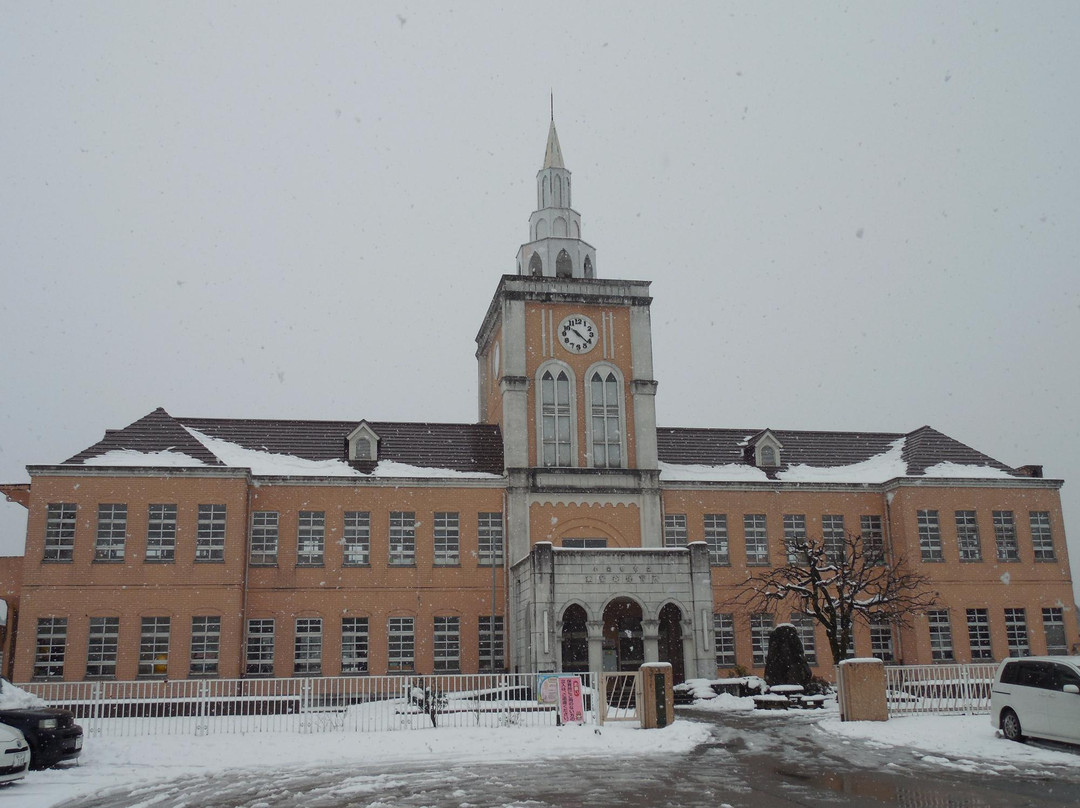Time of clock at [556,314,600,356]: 10:21
